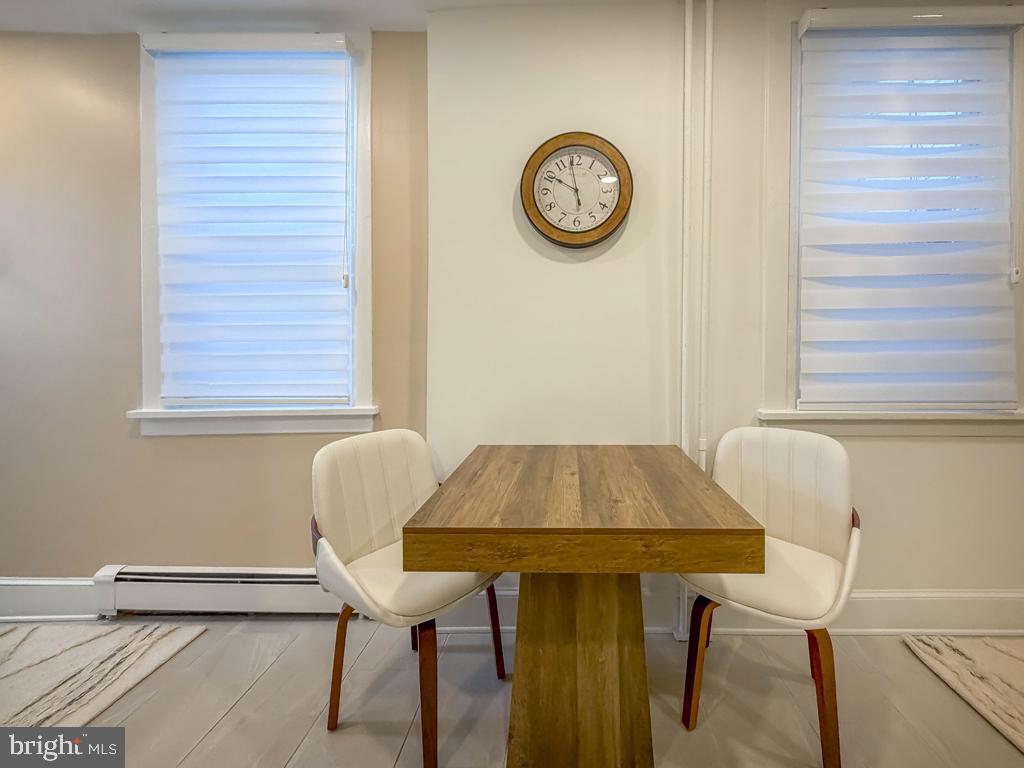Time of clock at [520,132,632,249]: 9:58
